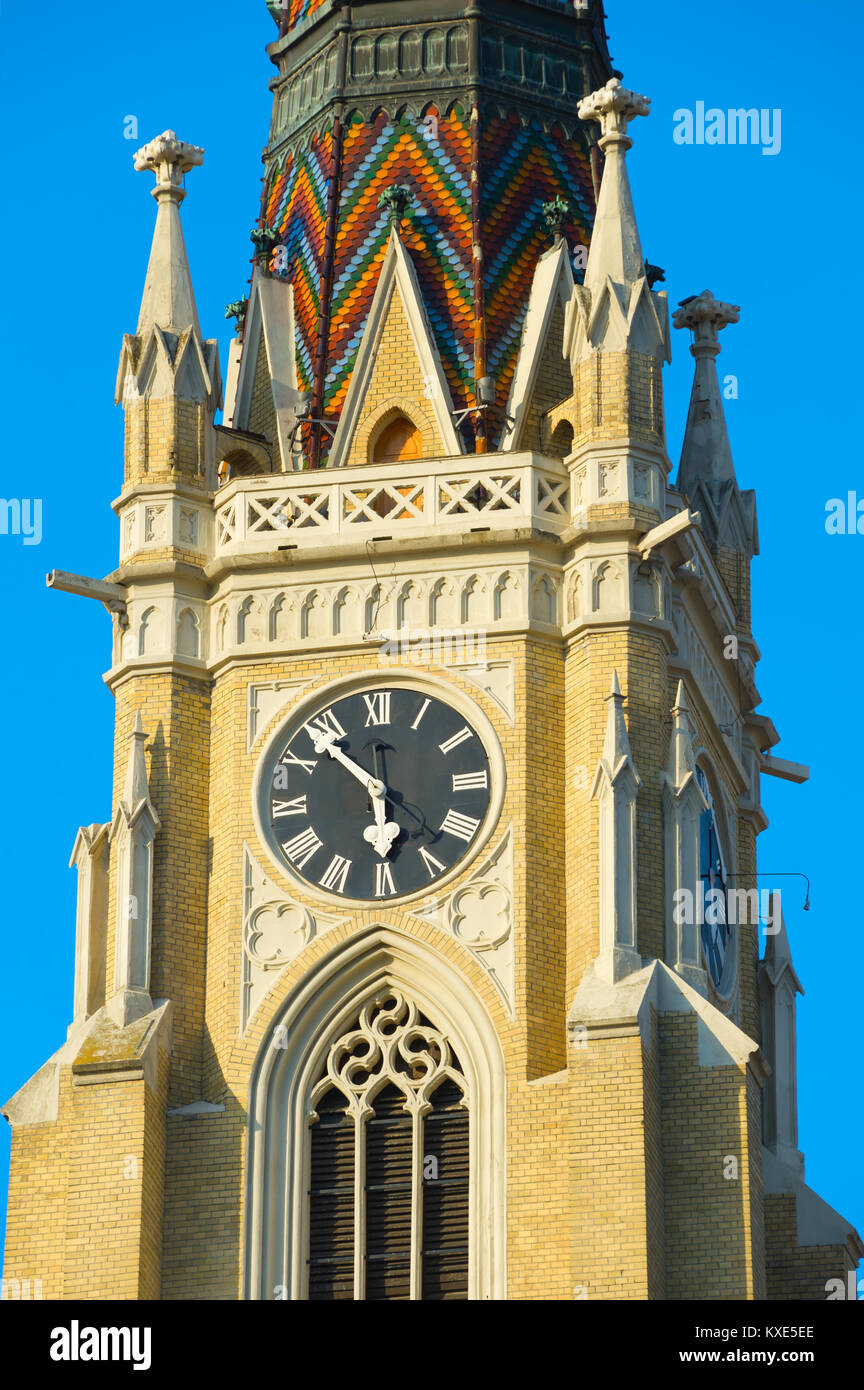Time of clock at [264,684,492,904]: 5:53
